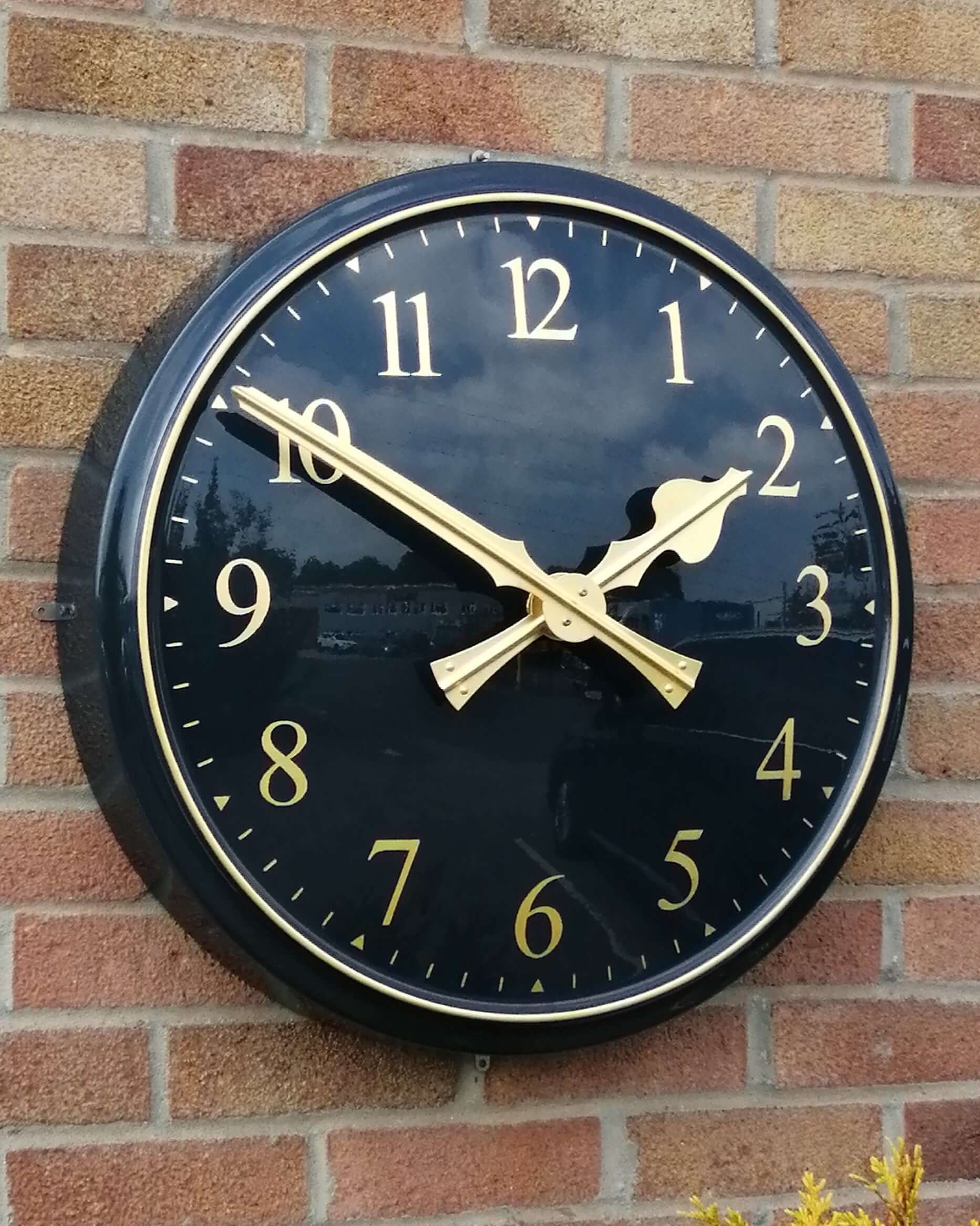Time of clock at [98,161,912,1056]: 1:50
